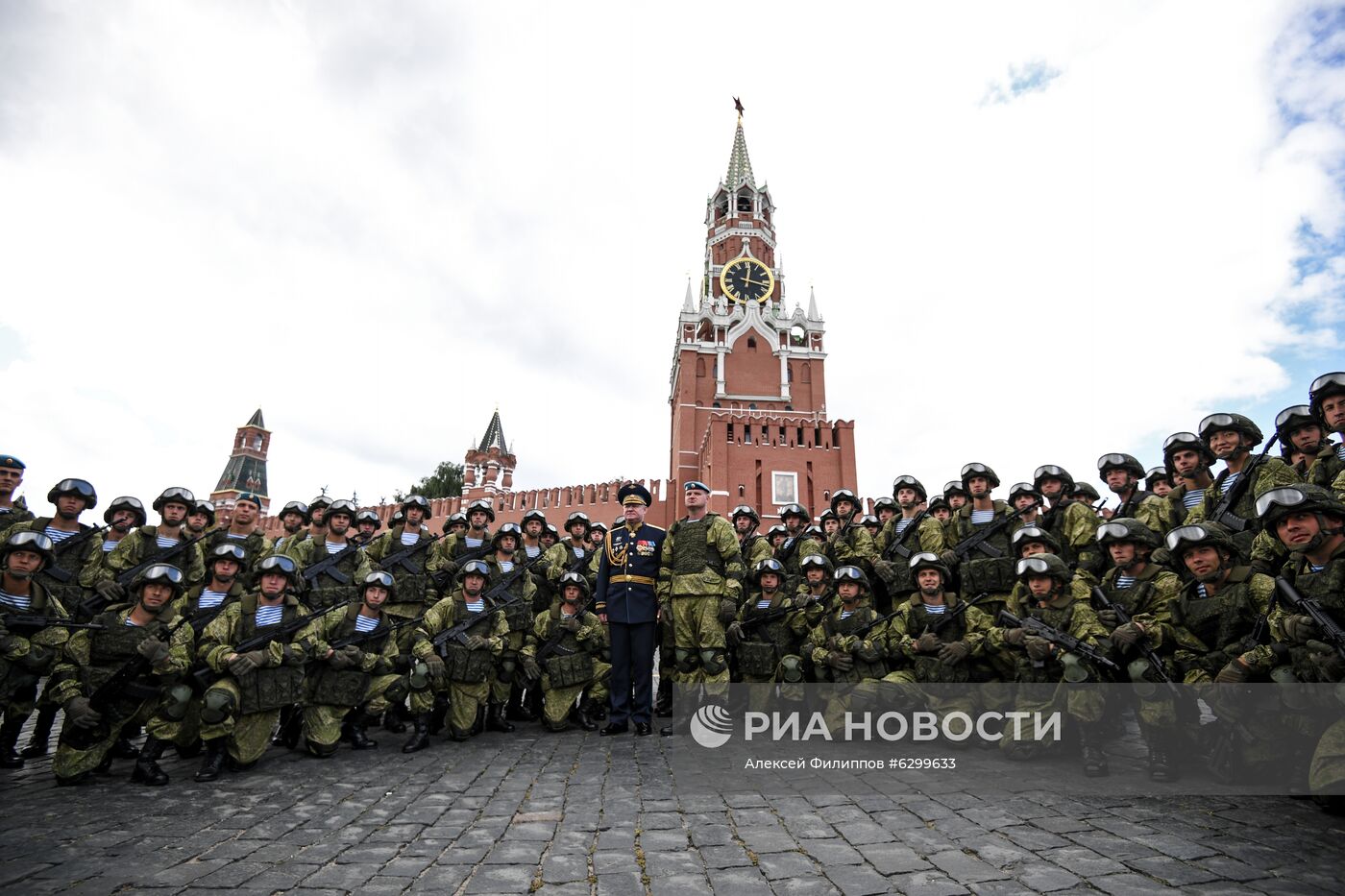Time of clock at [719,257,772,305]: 12:17
